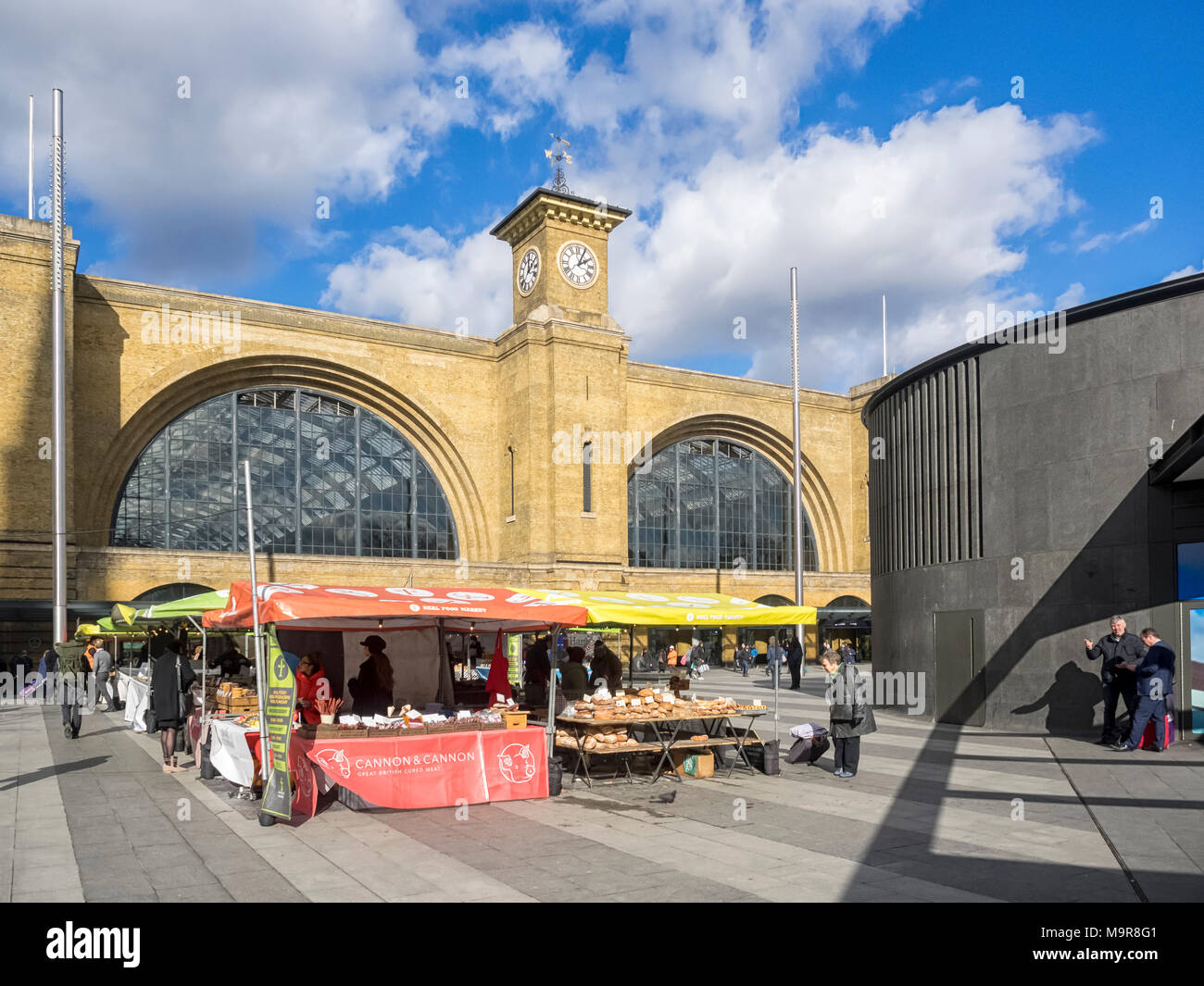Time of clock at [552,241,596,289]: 2:04
